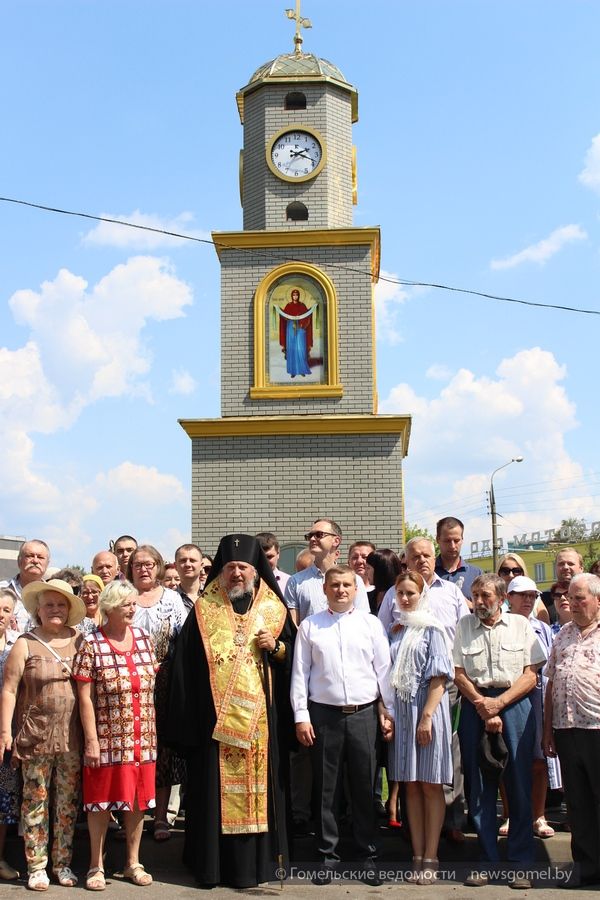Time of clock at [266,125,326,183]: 2:18
